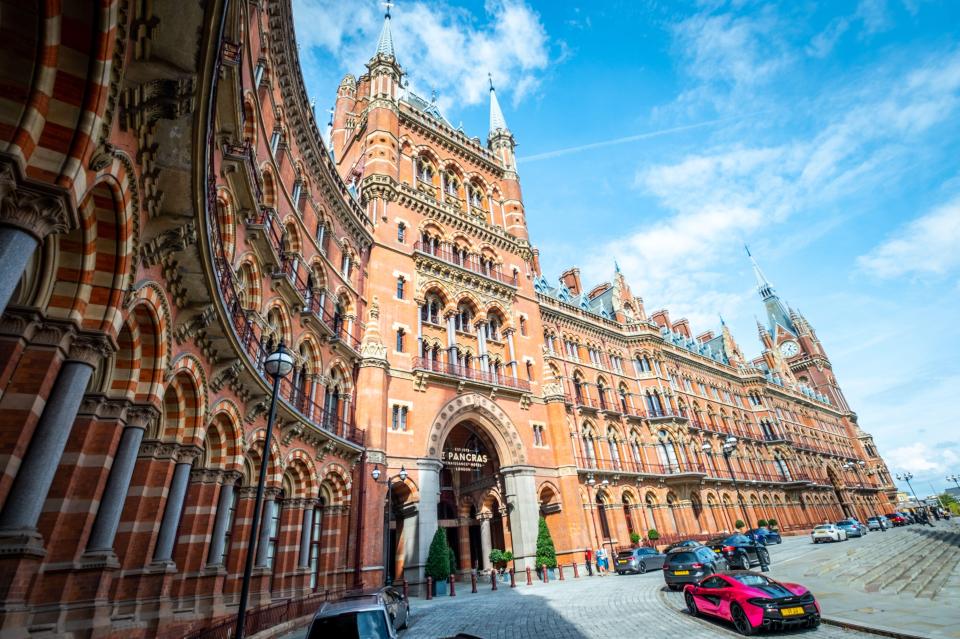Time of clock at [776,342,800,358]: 12:23
